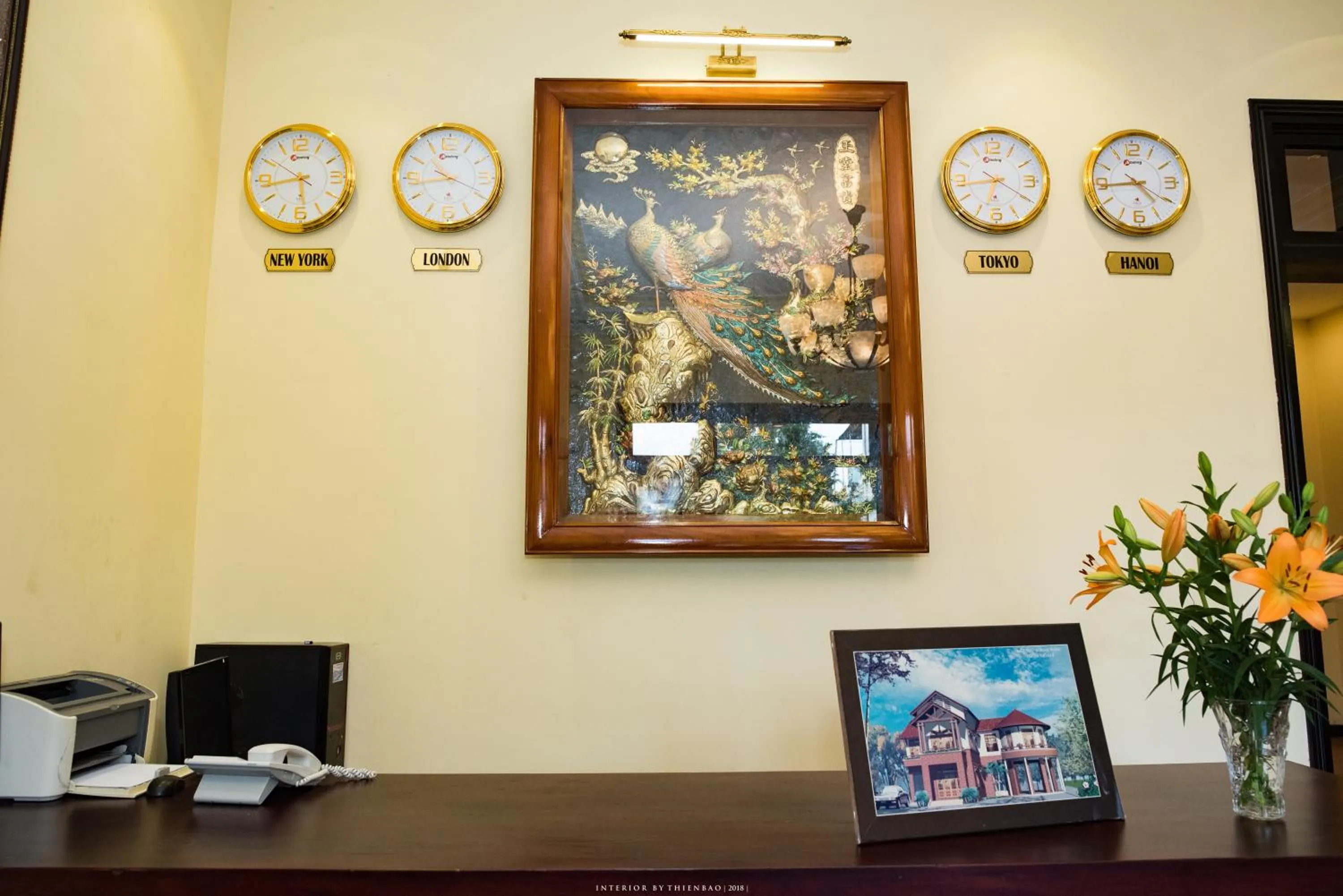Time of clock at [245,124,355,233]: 5:43
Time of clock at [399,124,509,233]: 10:43
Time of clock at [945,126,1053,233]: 6:43
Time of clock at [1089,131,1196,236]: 4:44
